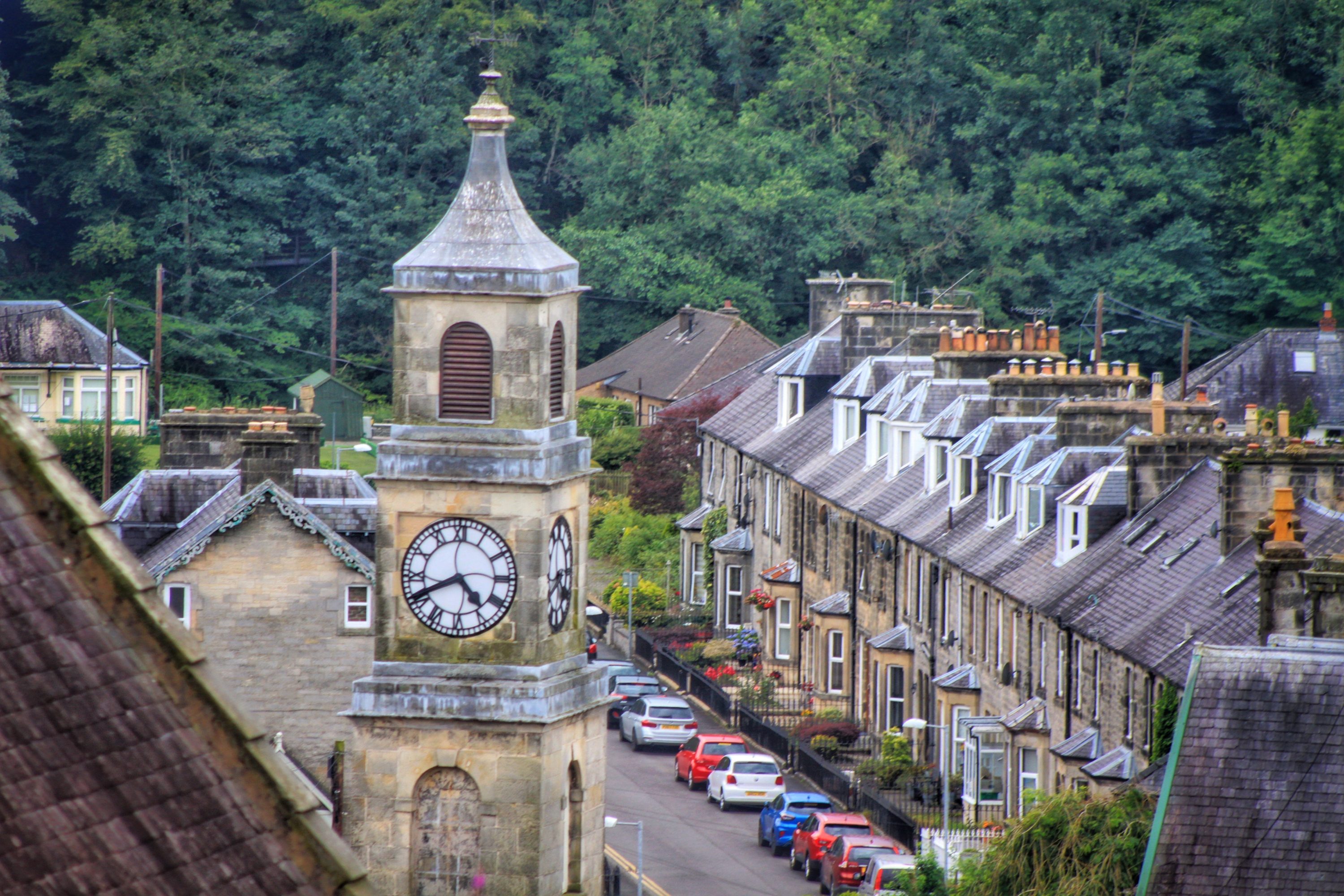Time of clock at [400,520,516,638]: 4:40
